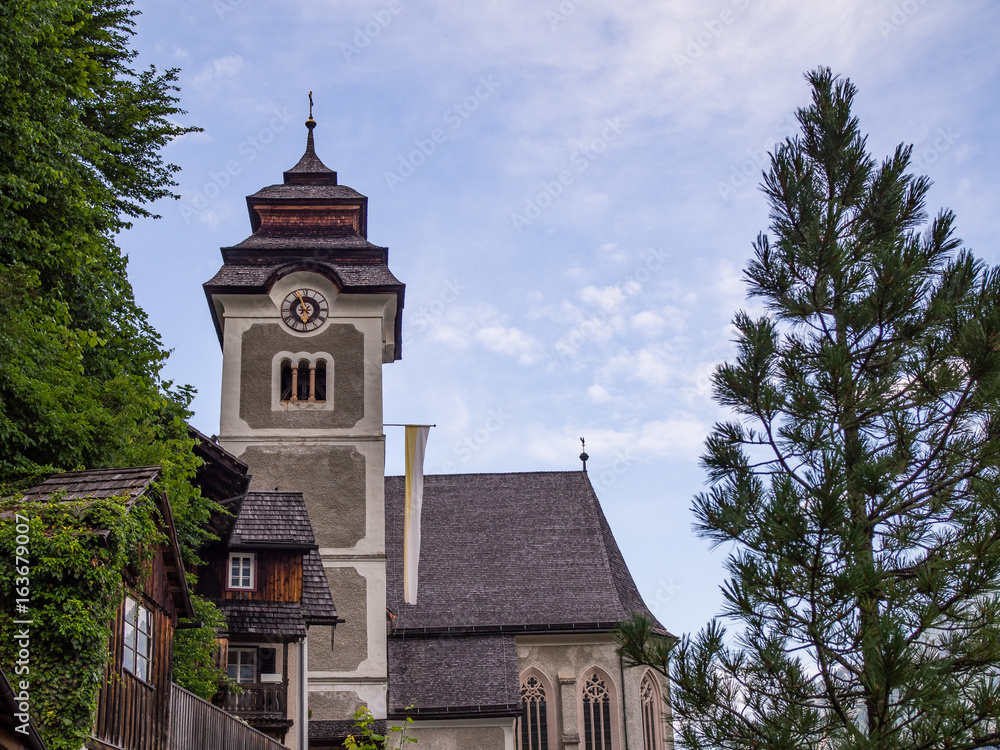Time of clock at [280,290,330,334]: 6:56
